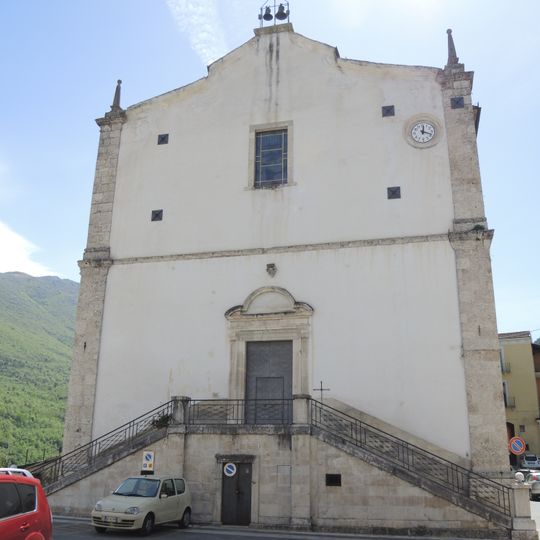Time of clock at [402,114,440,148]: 12:18
